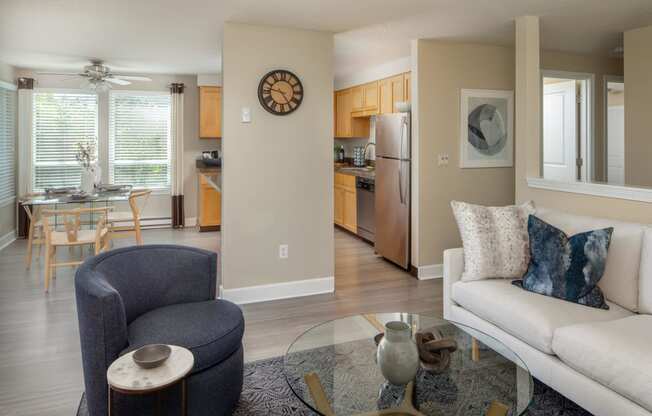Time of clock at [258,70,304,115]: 4:46
